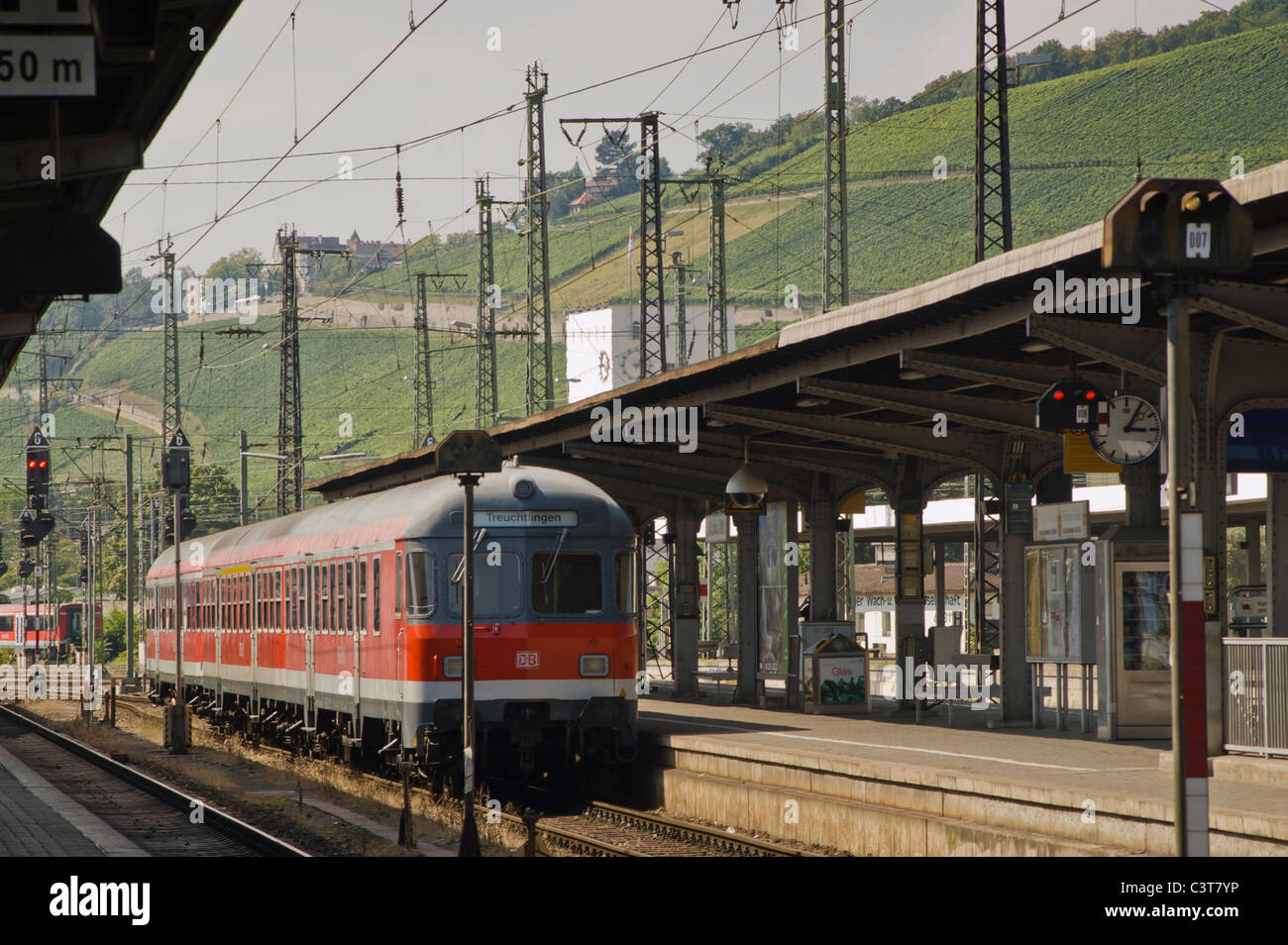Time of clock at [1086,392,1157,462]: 3:05
